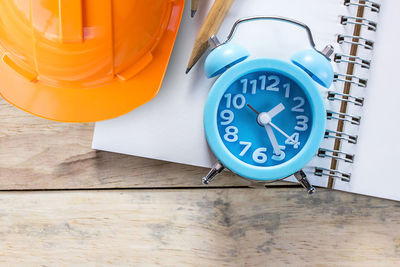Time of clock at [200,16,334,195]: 1:25
